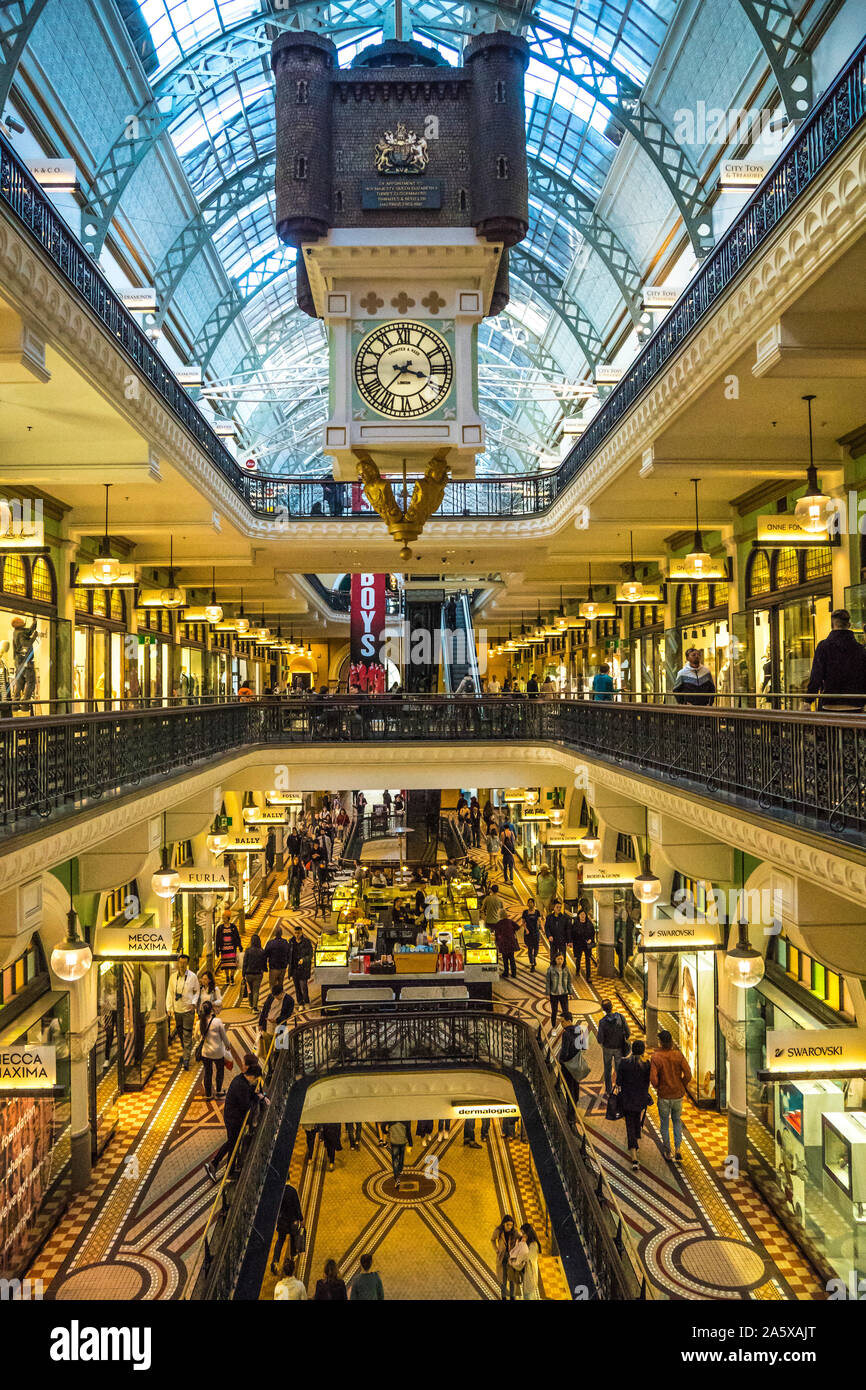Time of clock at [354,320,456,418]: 3:37
